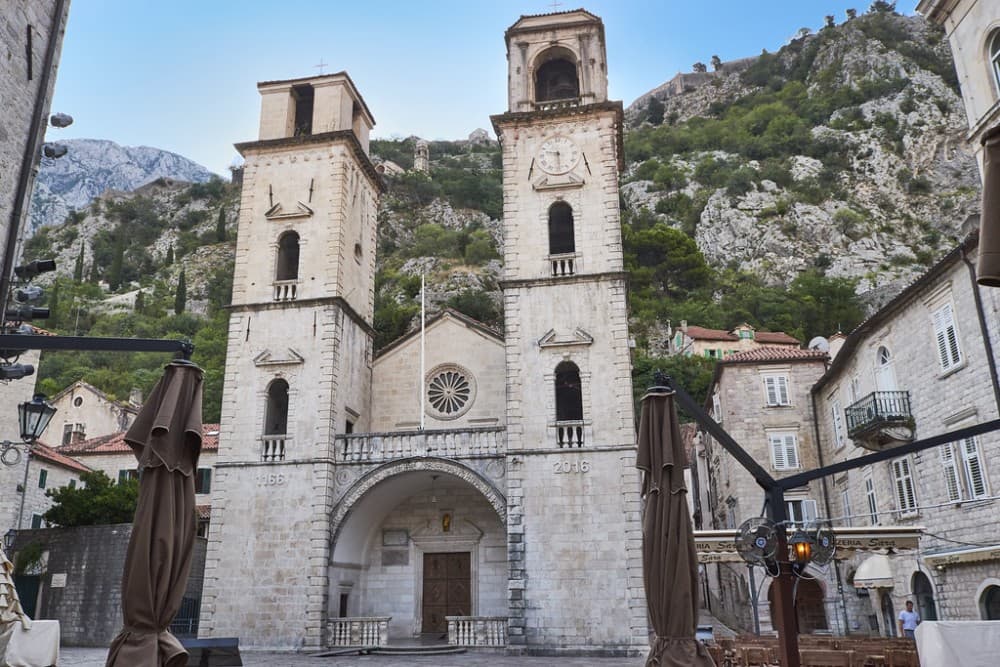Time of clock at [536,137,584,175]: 9:28
